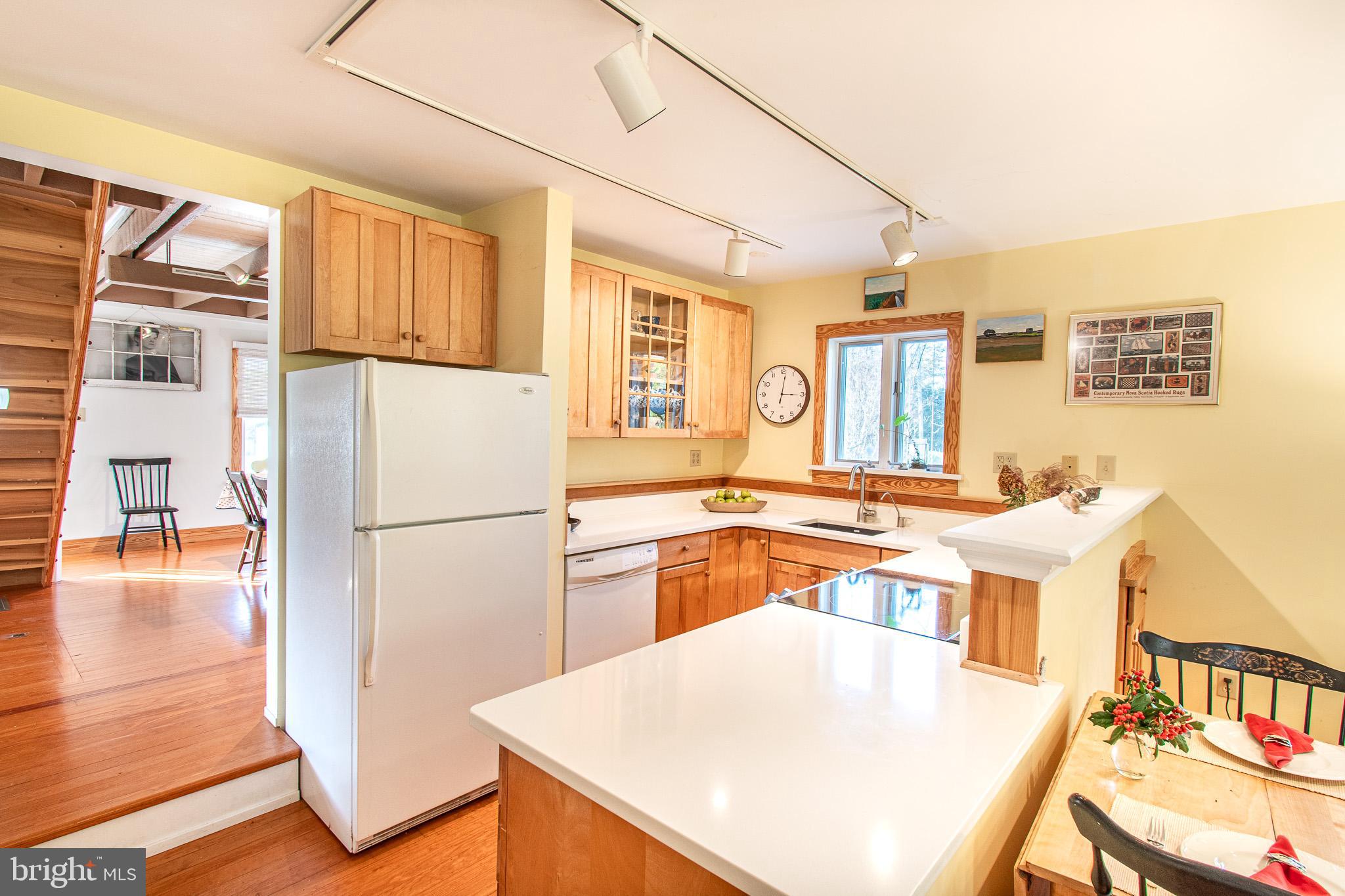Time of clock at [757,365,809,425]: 3:01
